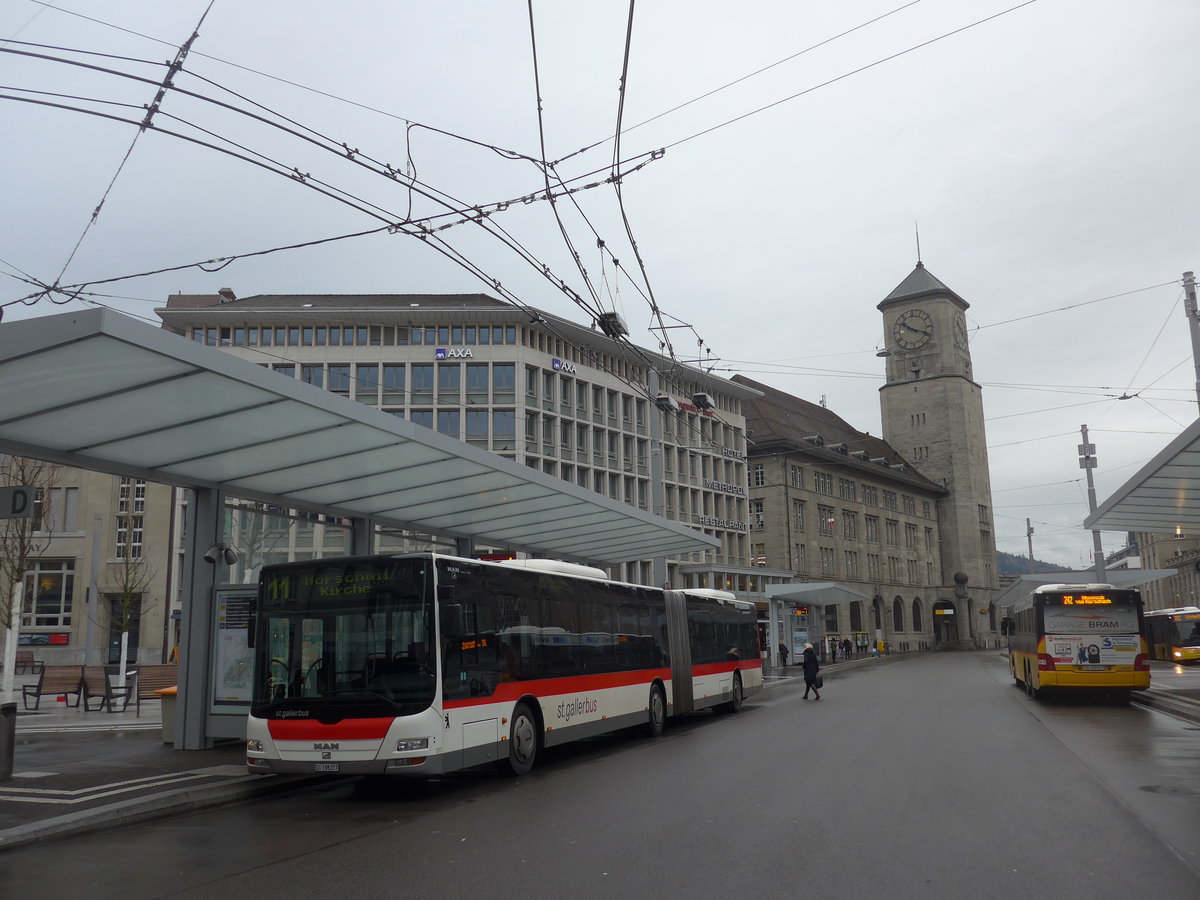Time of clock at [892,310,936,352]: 10:18
